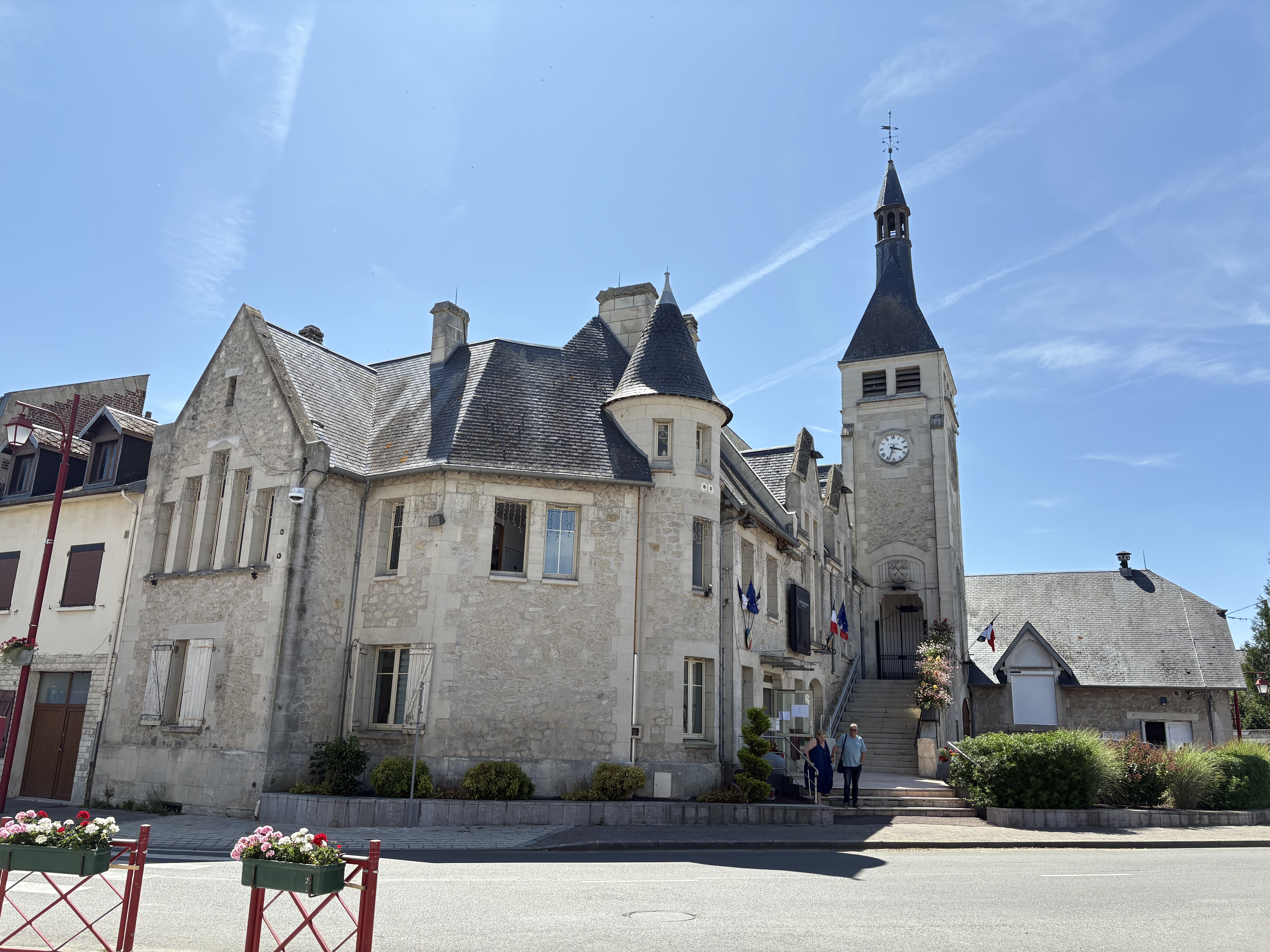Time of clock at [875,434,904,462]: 3:33
